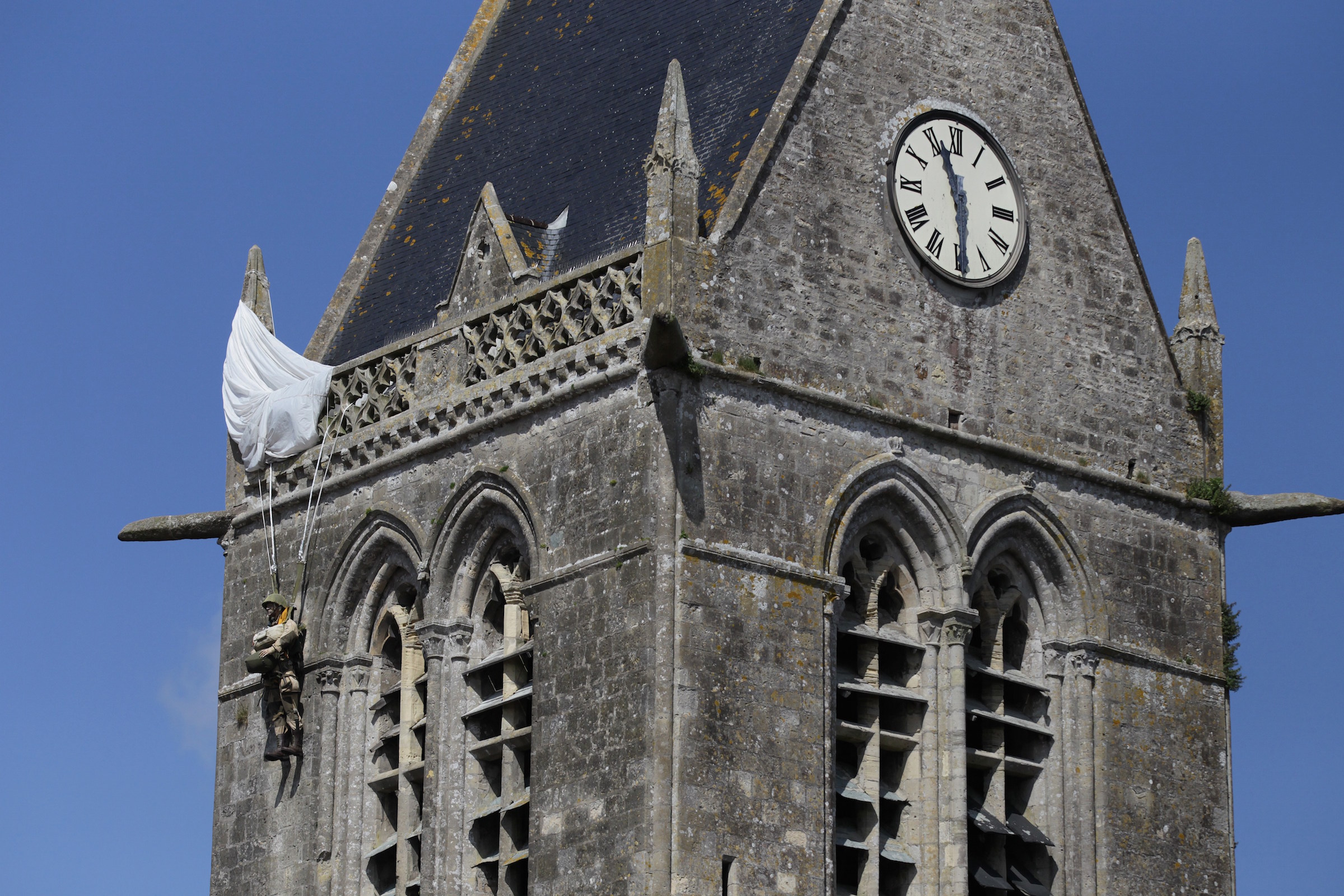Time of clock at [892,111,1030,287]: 11:29
